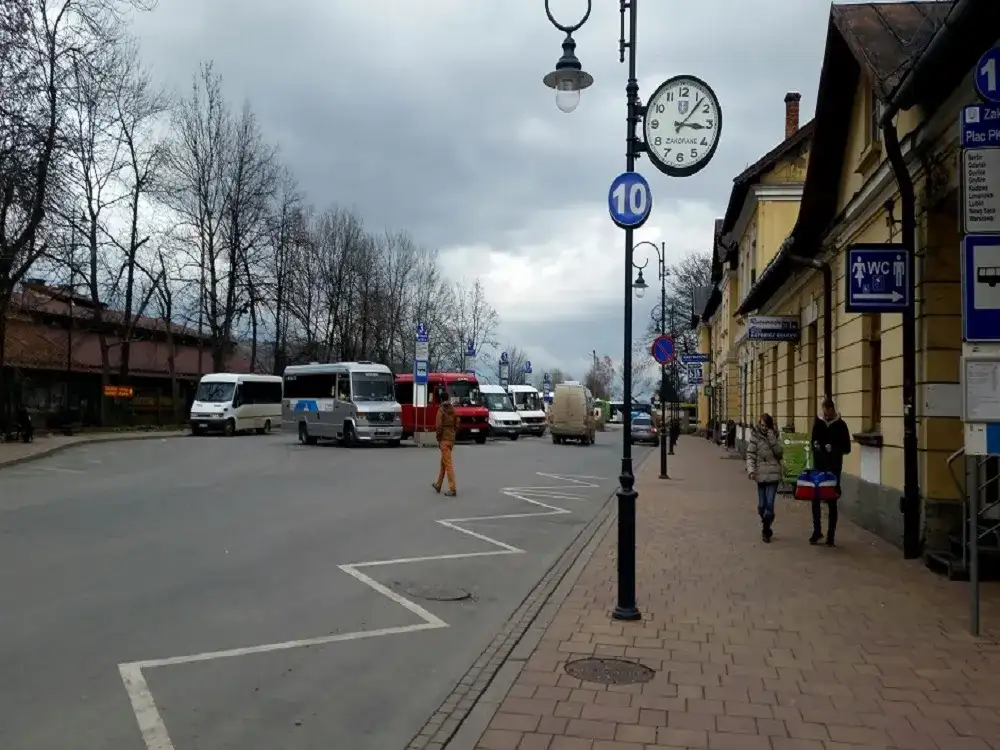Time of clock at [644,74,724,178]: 3:06
